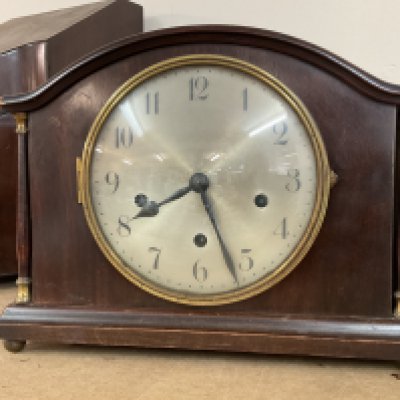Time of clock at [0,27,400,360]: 8:26
